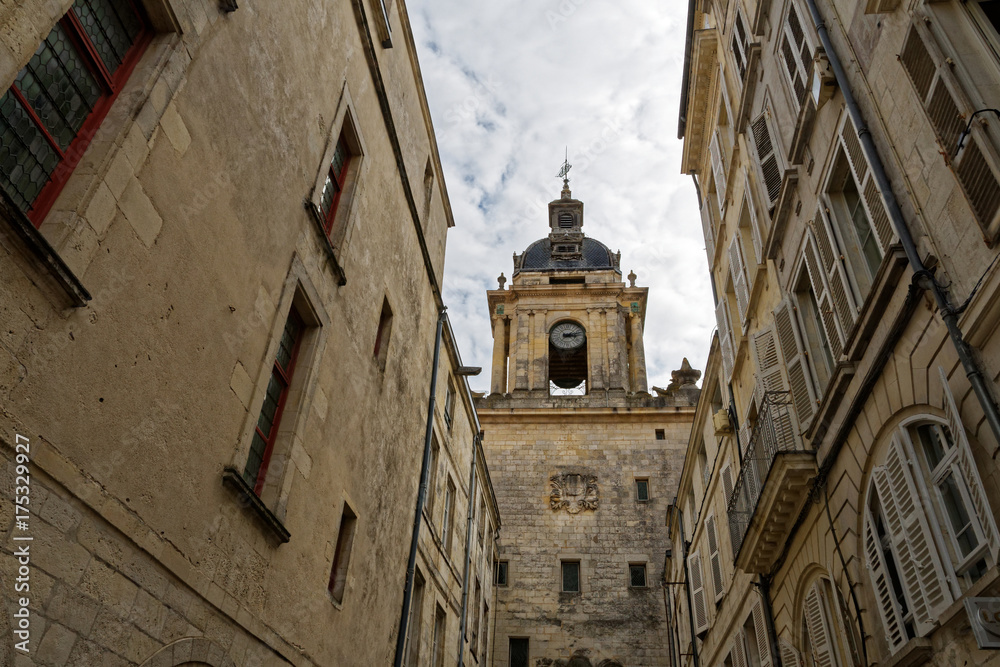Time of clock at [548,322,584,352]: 3:12
